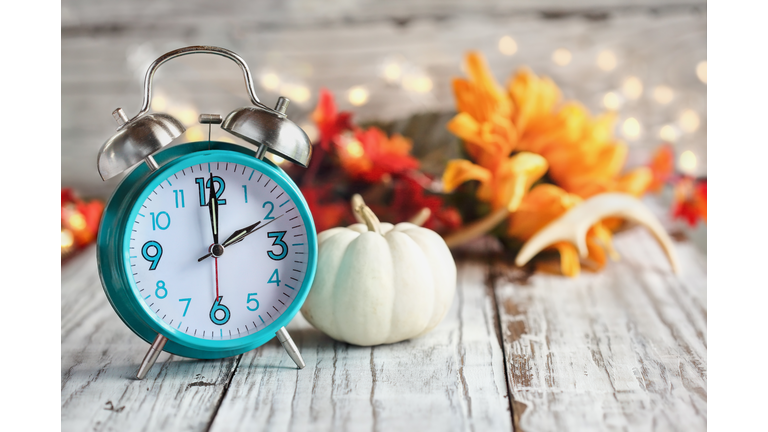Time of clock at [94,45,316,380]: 2:00
